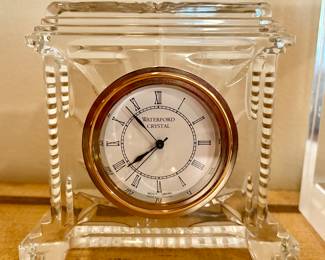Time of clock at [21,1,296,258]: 7:53
